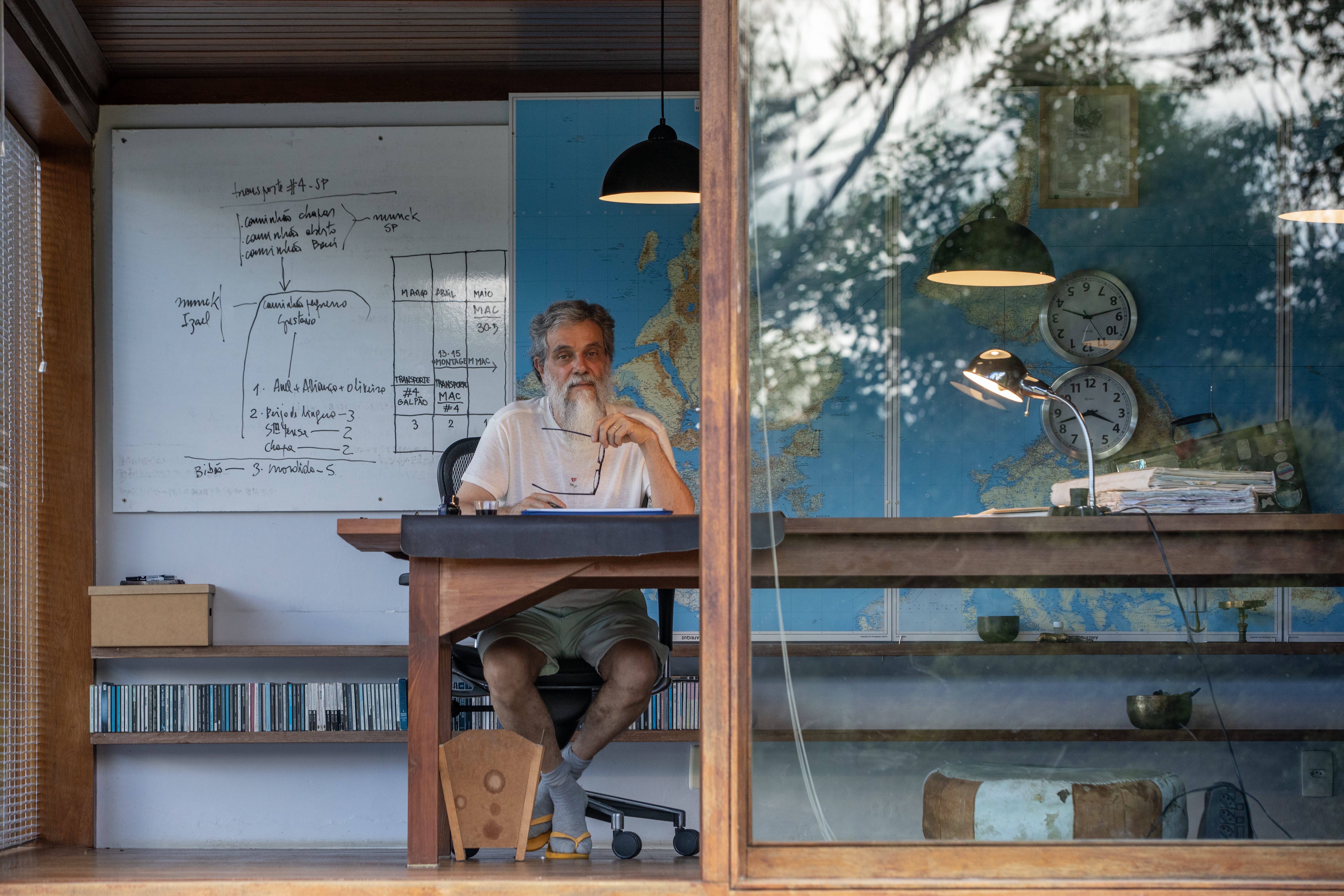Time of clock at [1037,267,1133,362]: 9:12
